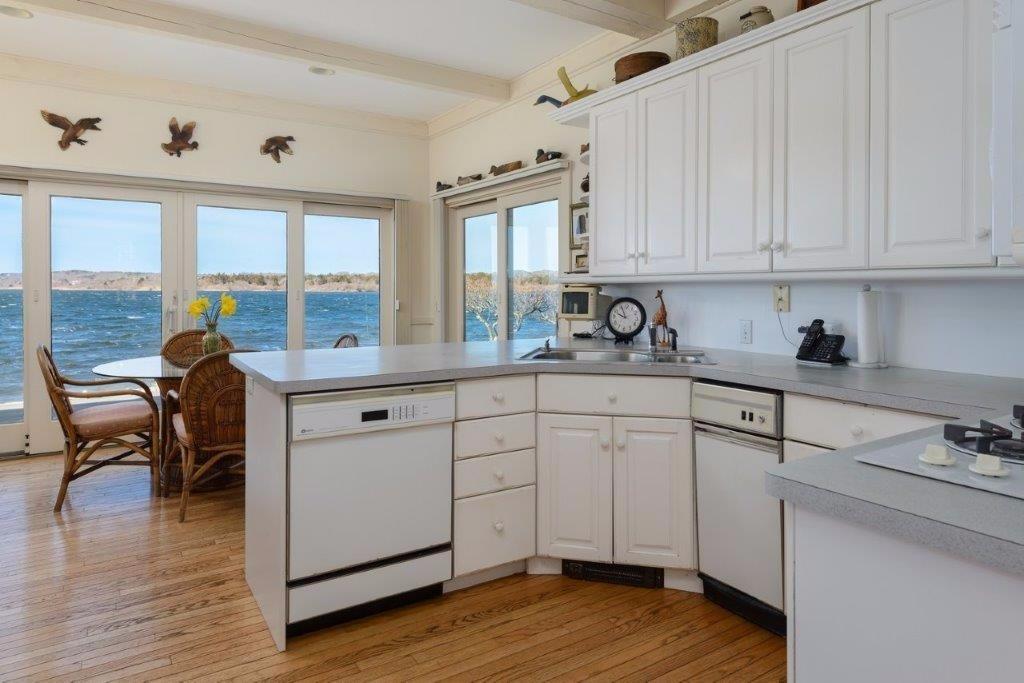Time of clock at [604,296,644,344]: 9:55
